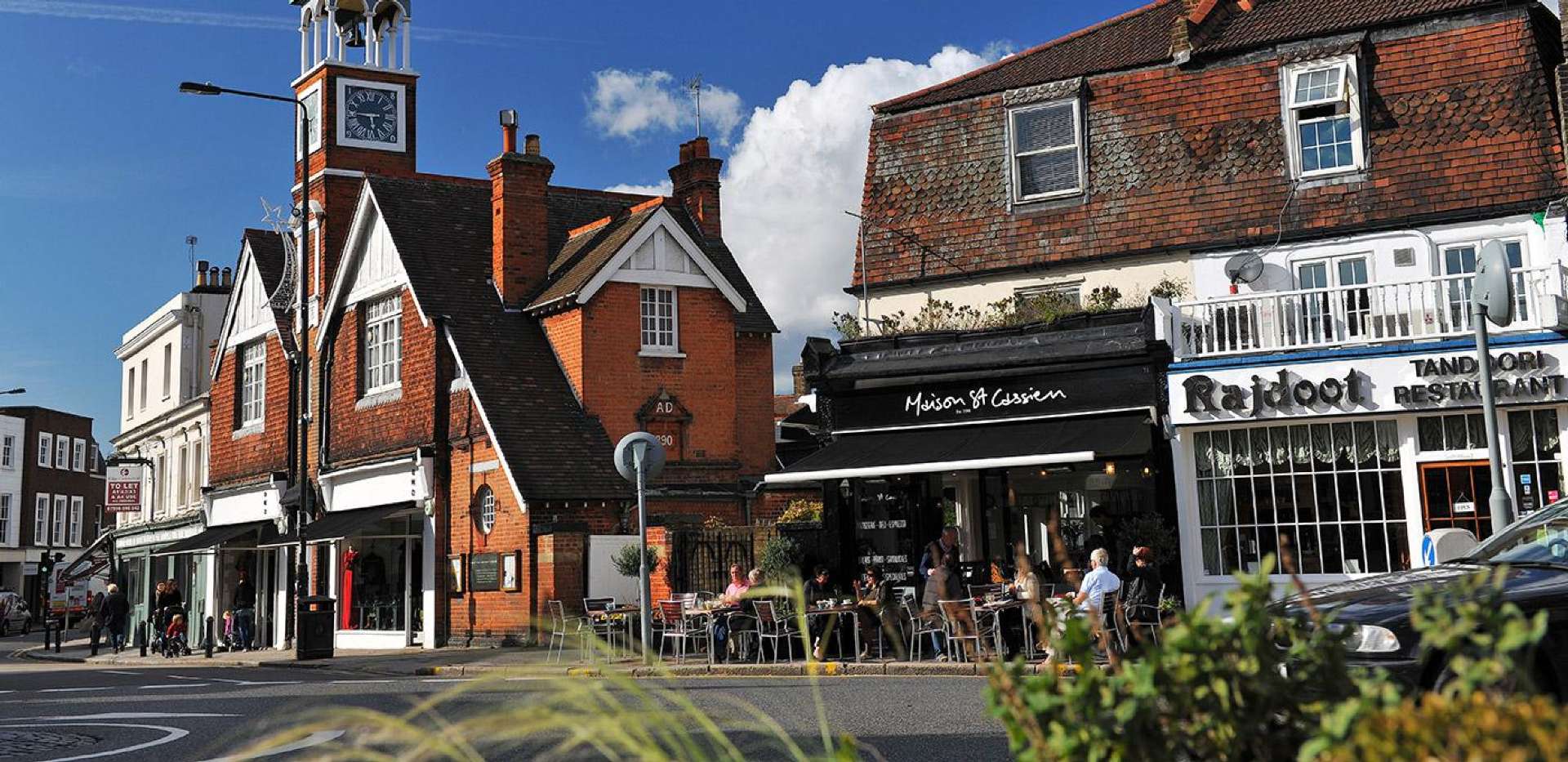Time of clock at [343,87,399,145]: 5:45
